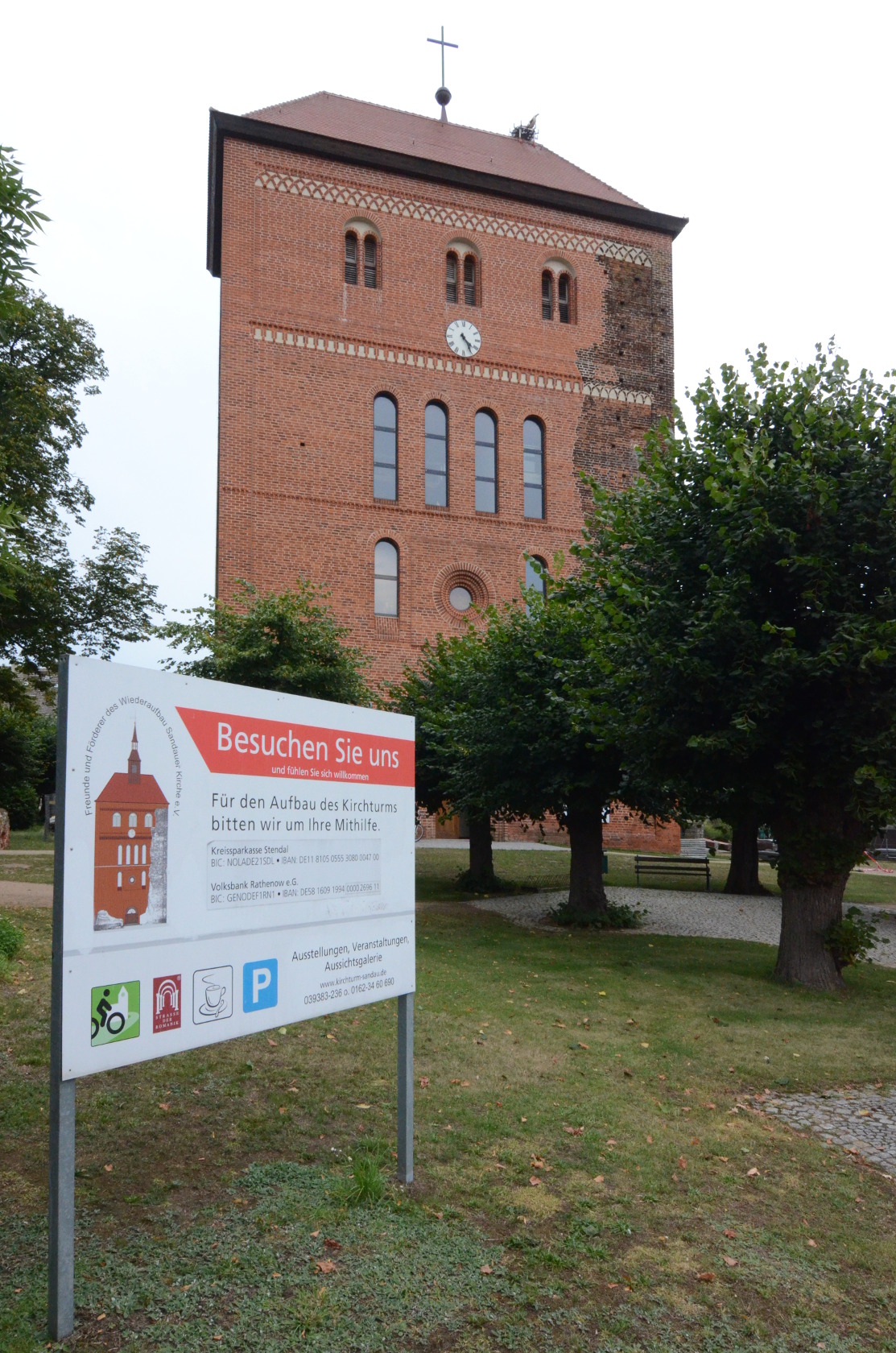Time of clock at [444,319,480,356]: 4:24
